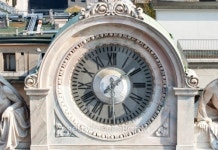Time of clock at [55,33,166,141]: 12:07
